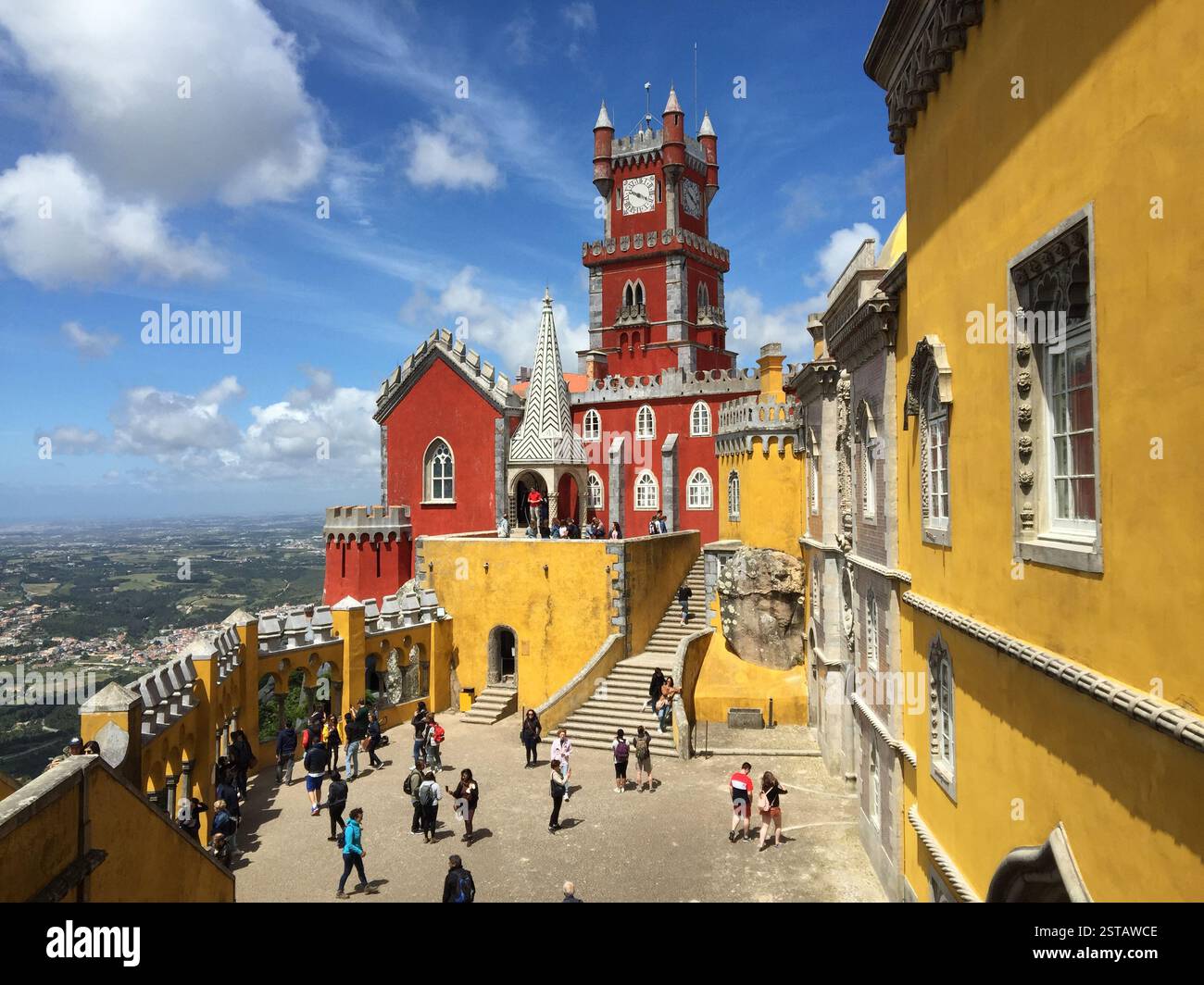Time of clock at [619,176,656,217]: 3:48
